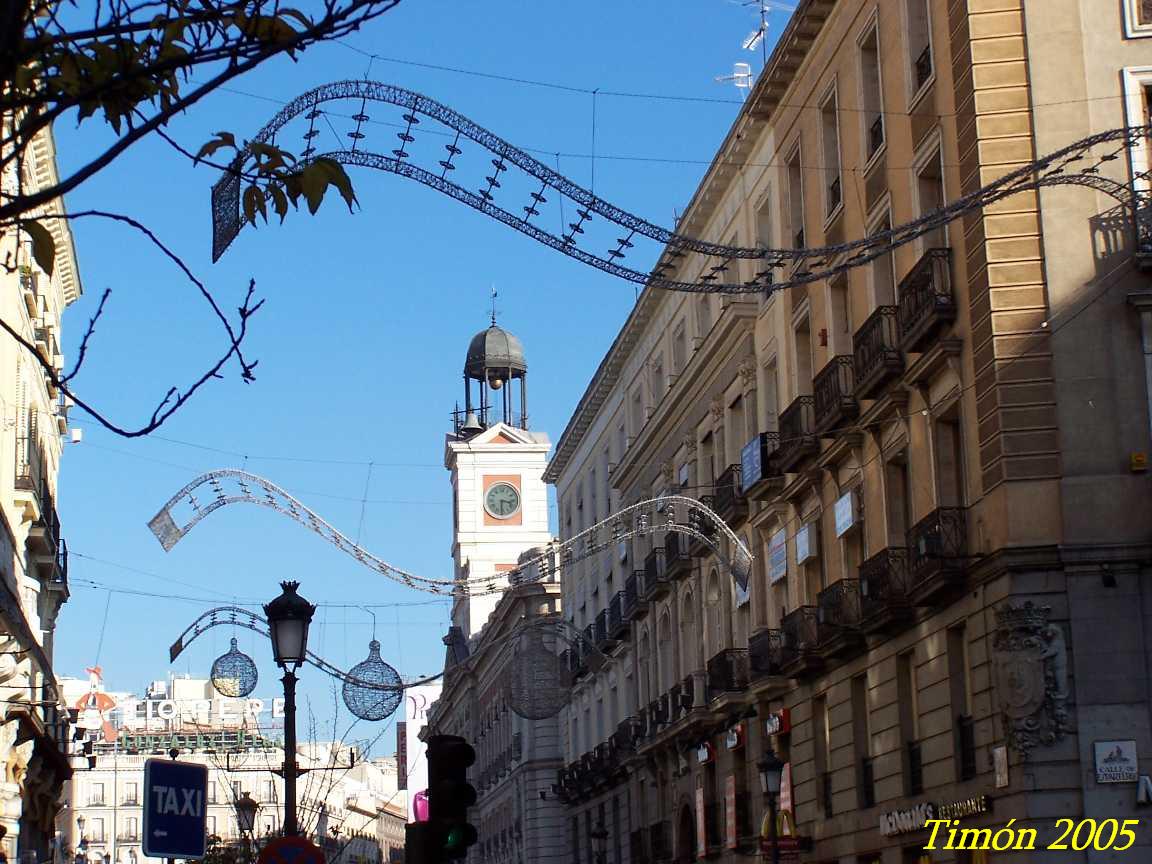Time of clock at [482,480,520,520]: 3:30
